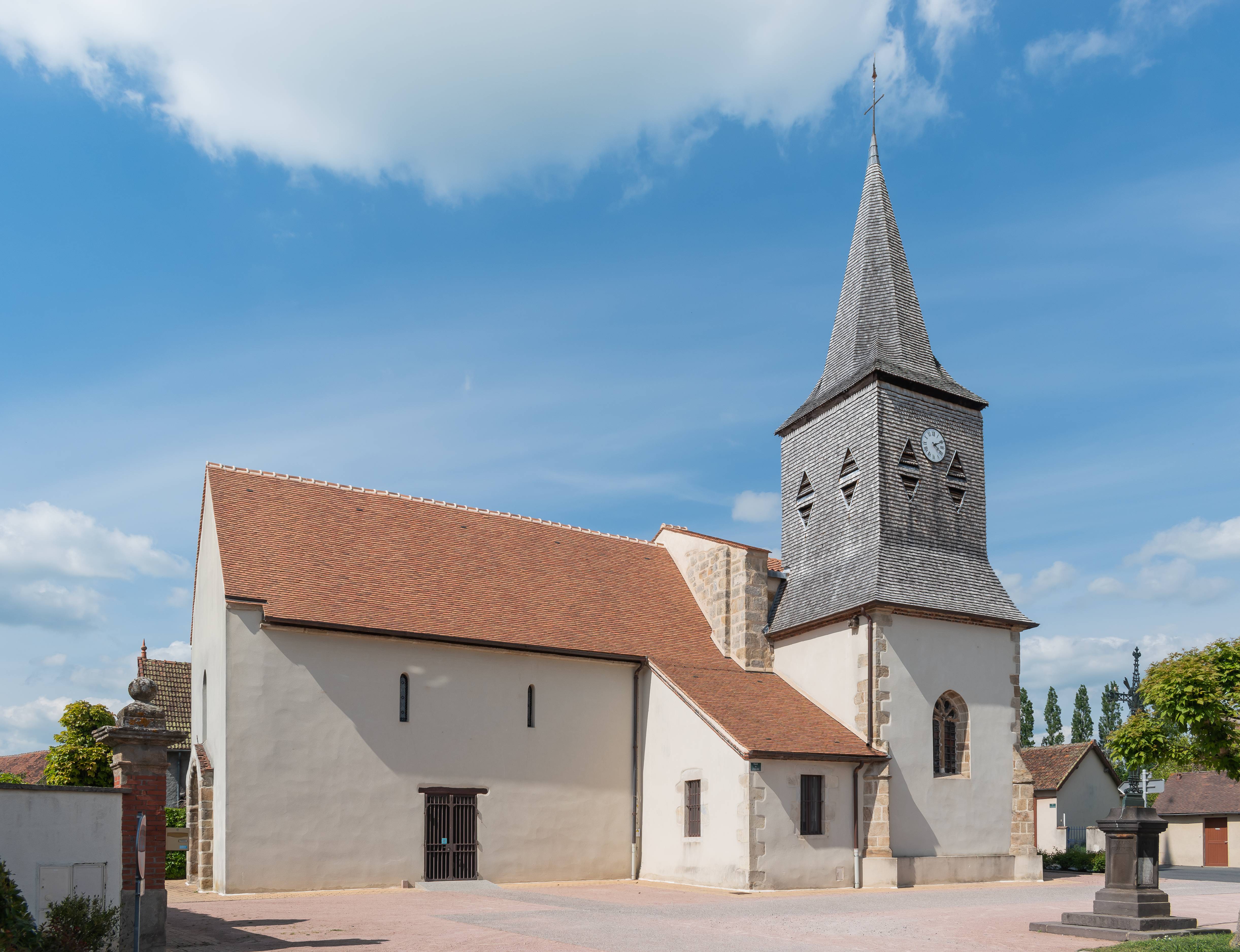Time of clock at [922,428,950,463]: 4:10
